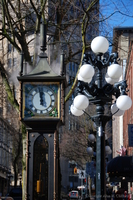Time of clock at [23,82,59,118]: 11:58
